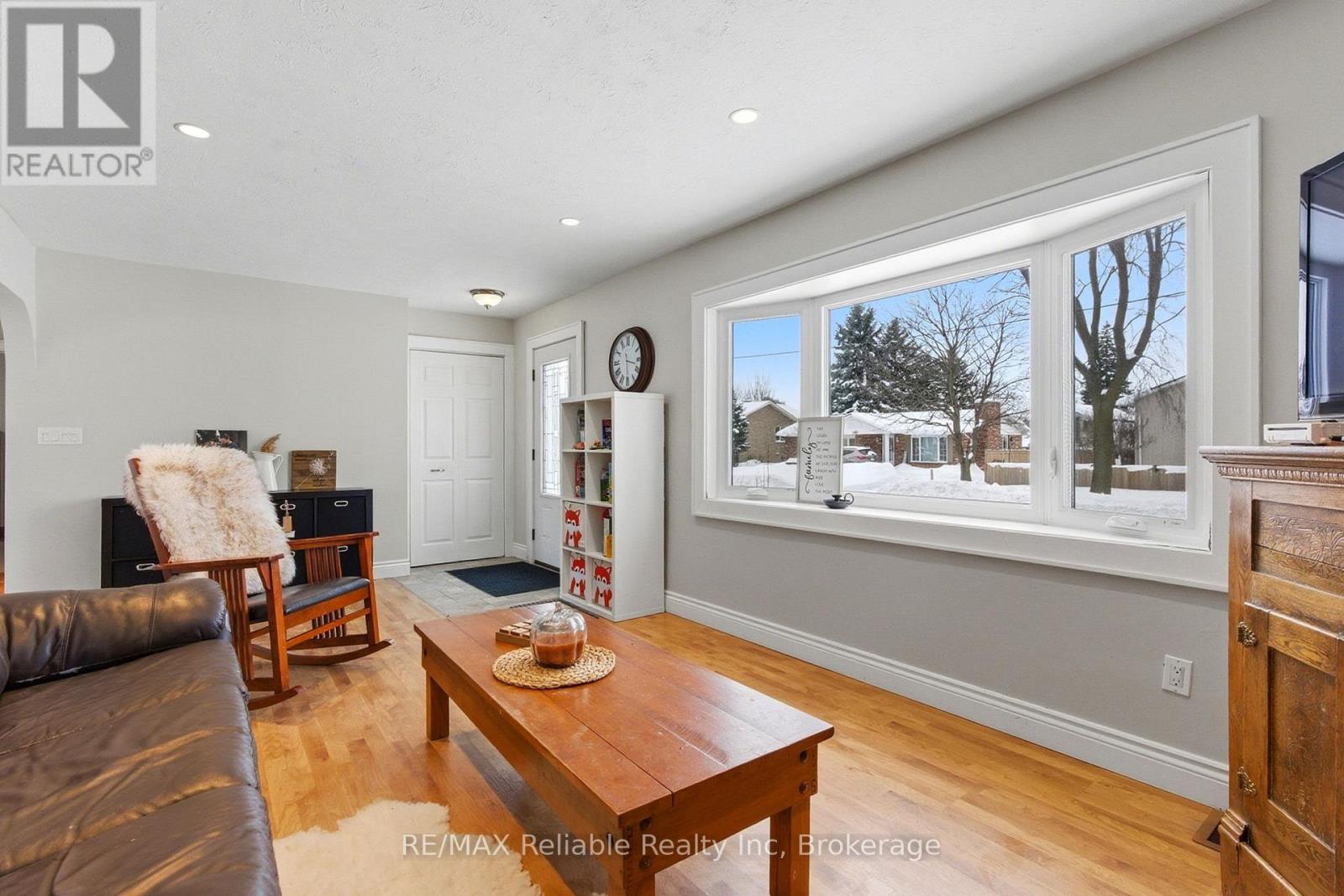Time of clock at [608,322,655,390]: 3:29
